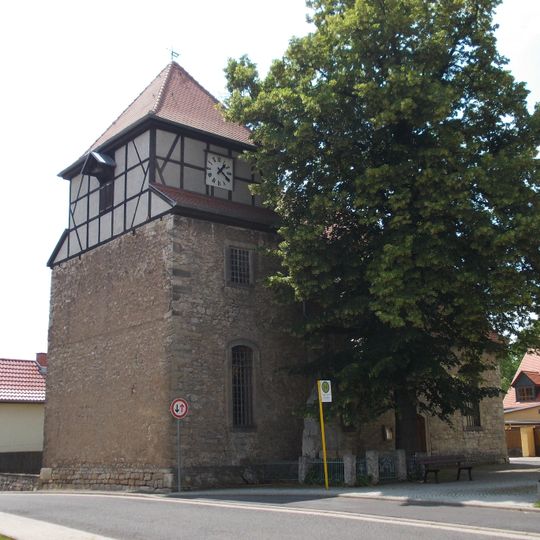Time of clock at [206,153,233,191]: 1:20
